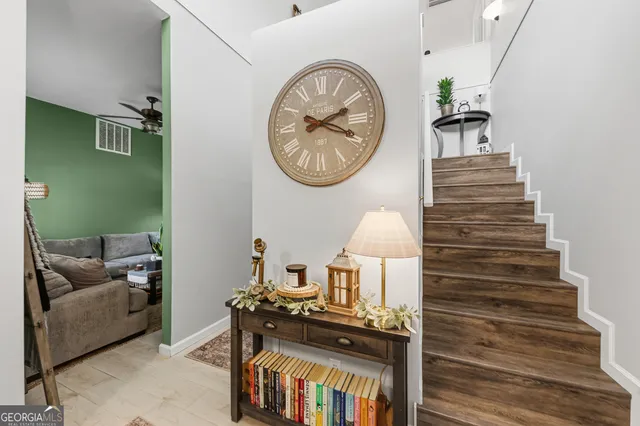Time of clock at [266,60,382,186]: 2:18
